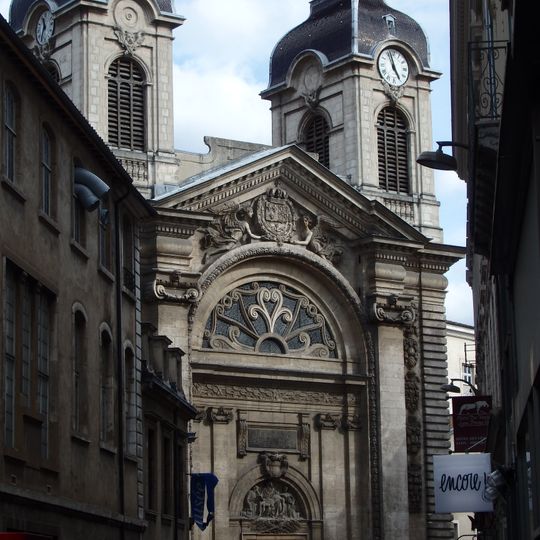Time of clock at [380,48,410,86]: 4:57
